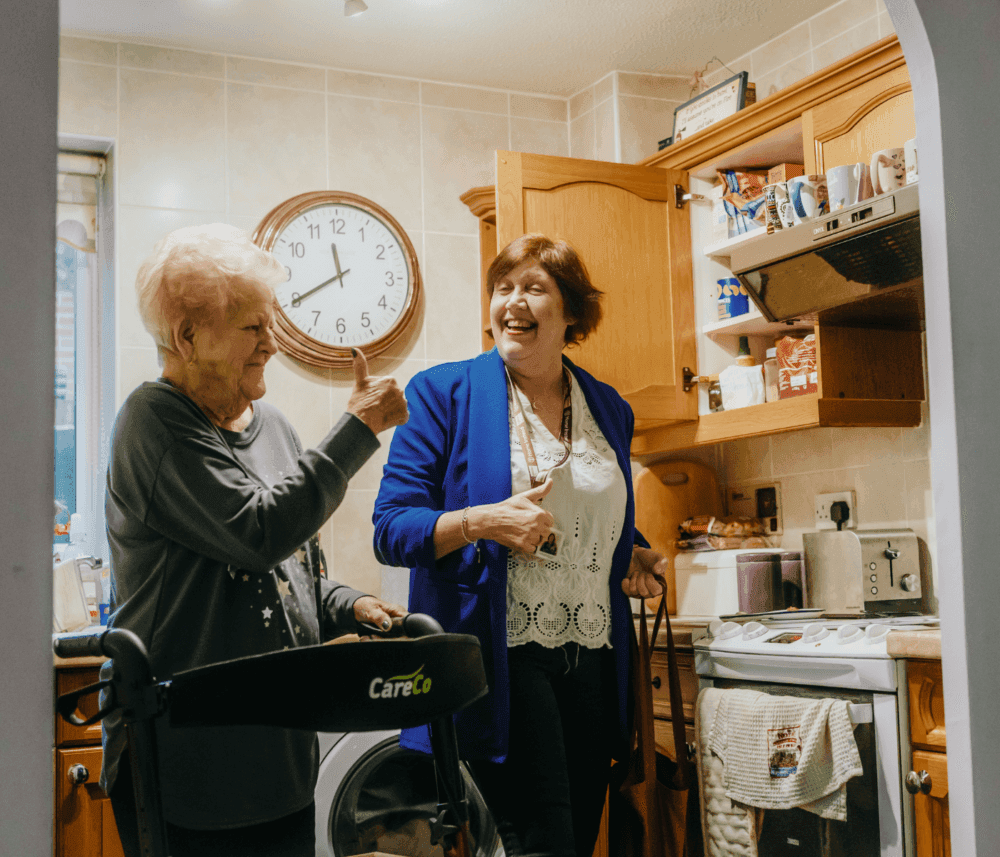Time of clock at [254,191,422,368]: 11:39
